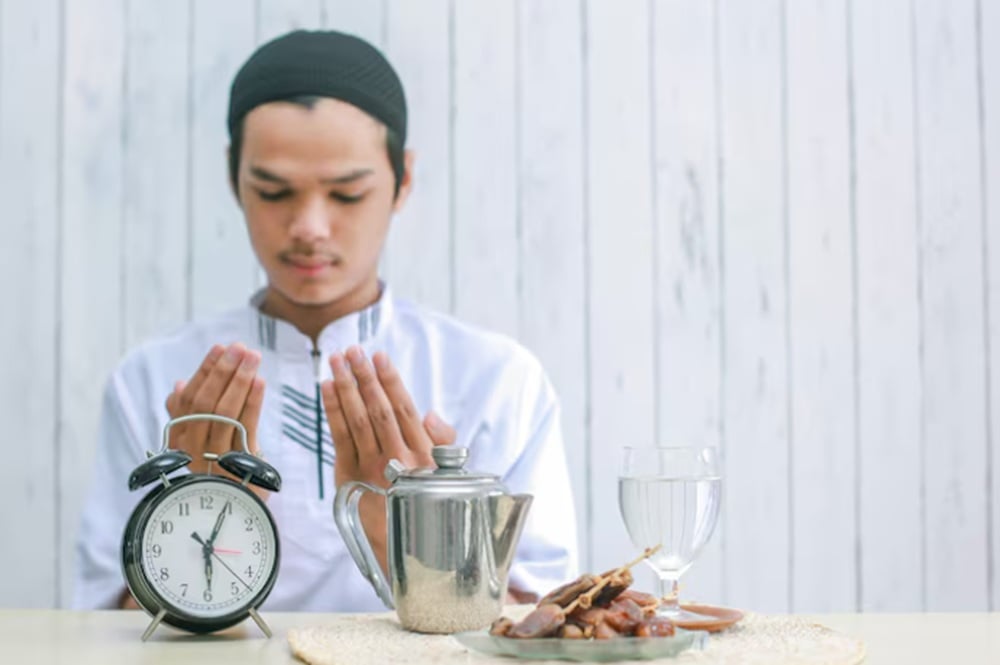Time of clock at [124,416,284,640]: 6:04
